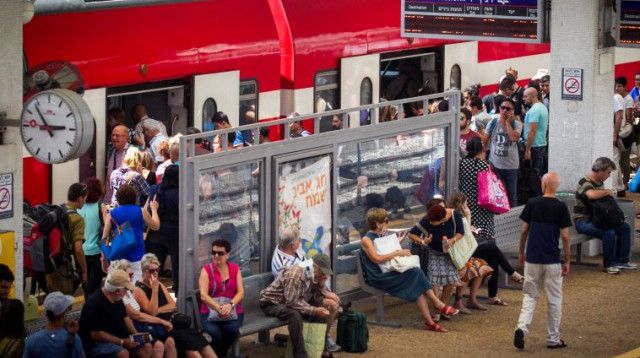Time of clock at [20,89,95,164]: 2:53
